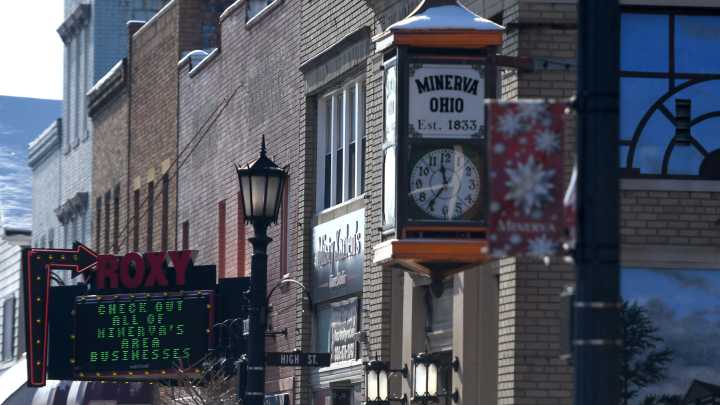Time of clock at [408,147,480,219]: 11:36
